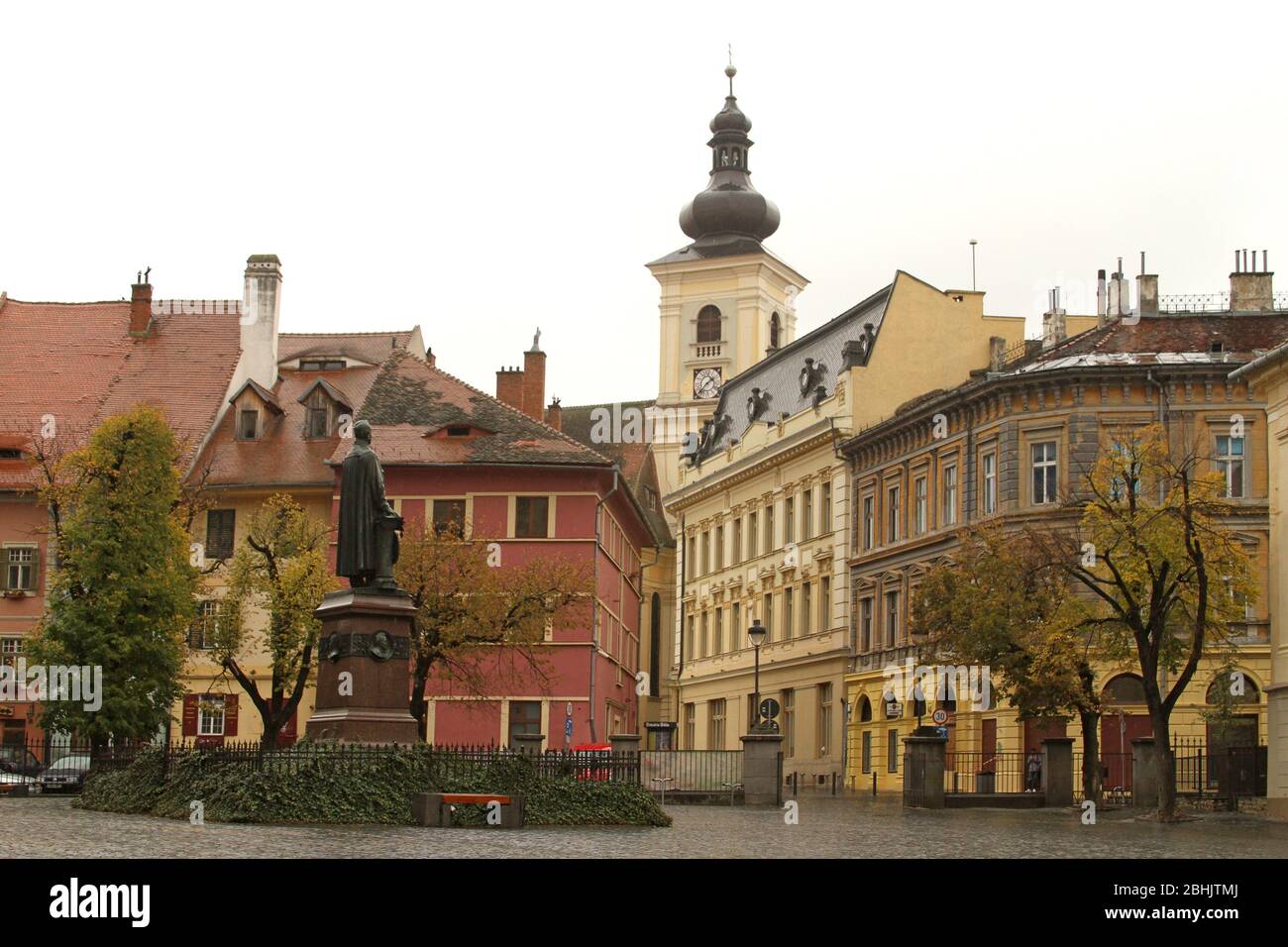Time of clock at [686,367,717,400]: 1:37
